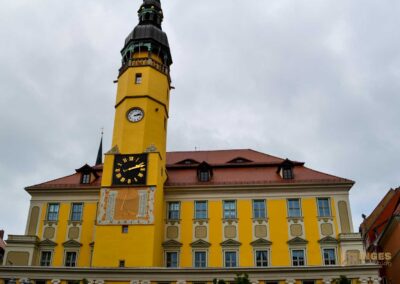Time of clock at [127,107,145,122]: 2:13
